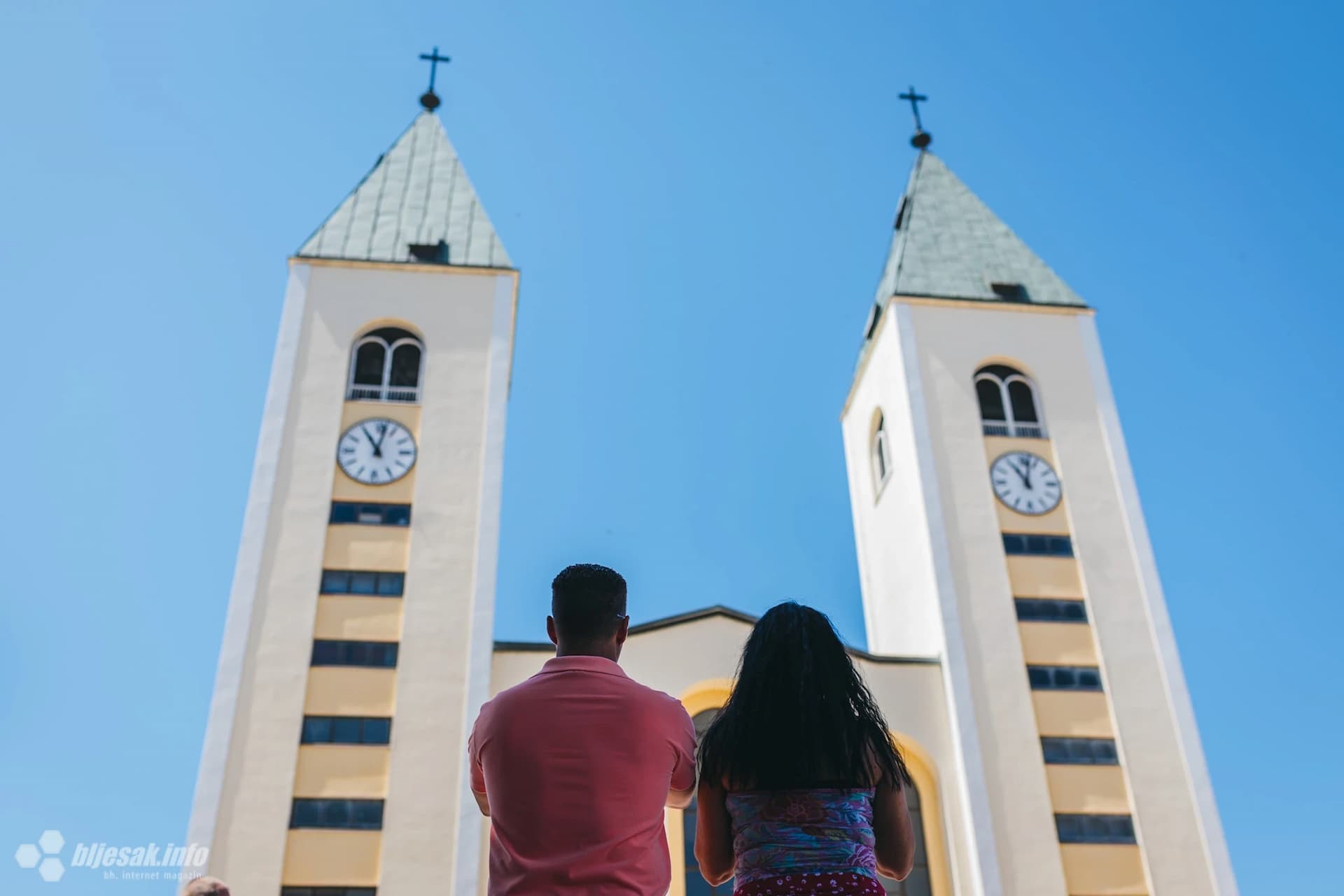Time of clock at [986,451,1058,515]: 11:02
